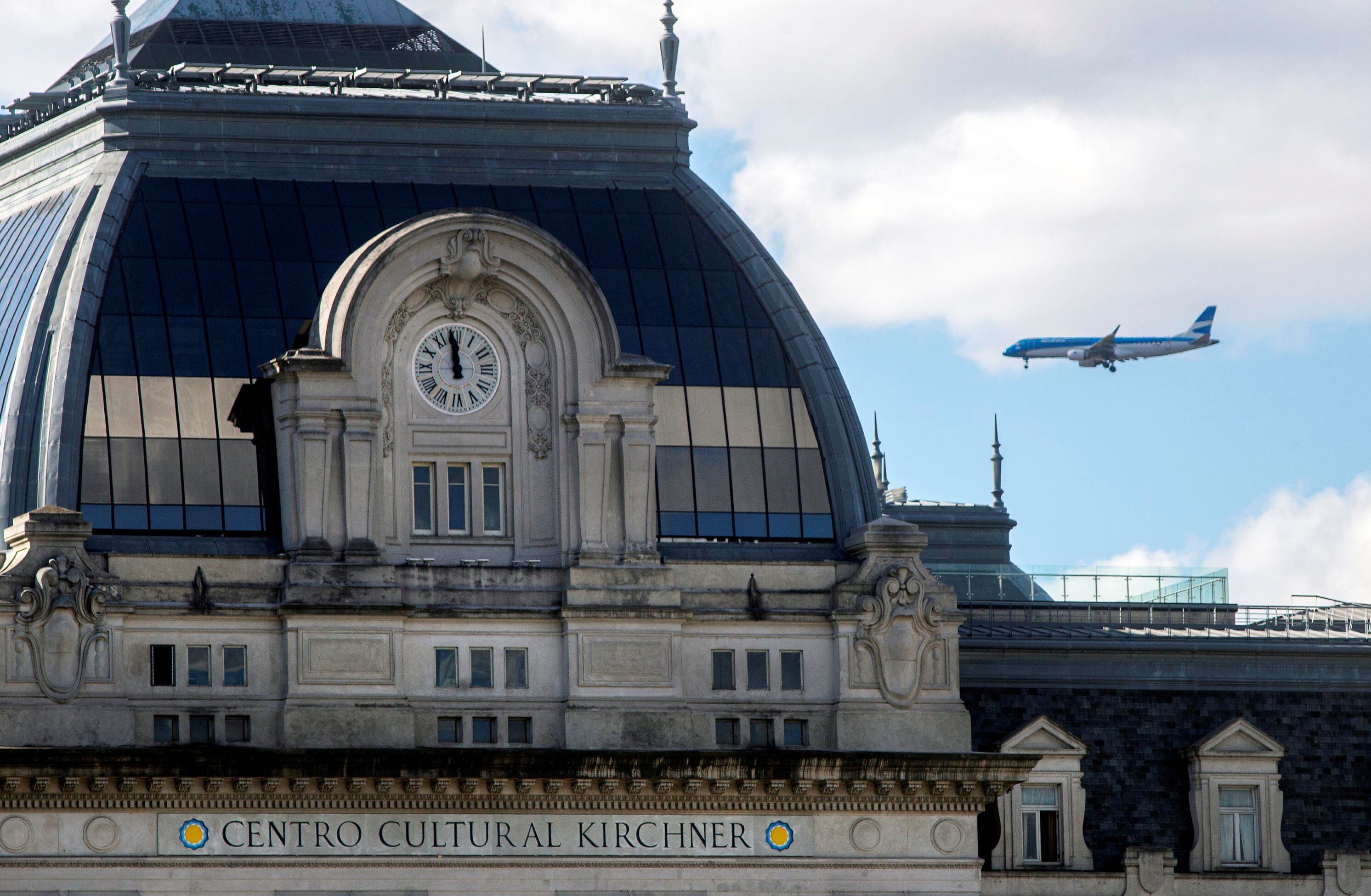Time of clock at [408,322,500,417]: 11:58
